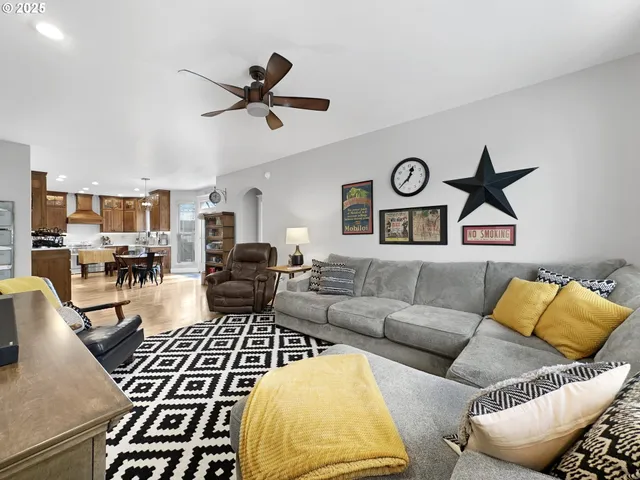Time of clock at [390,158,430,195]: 12:37
